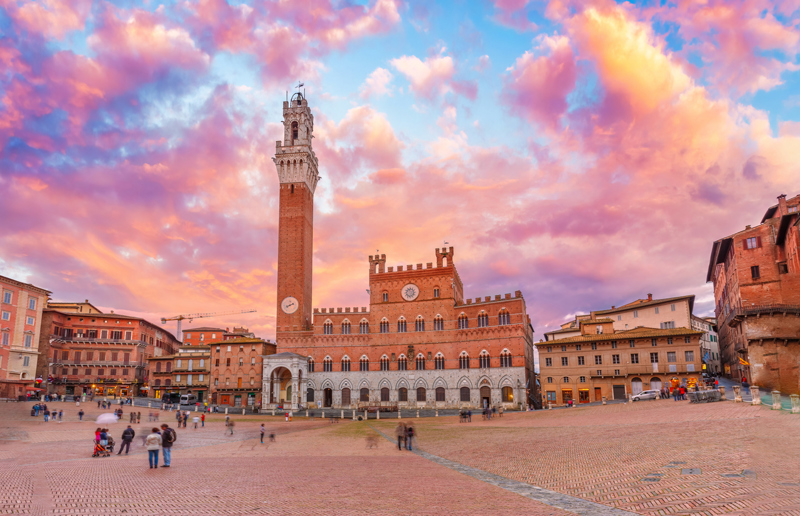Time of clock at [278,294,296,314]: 8:11
